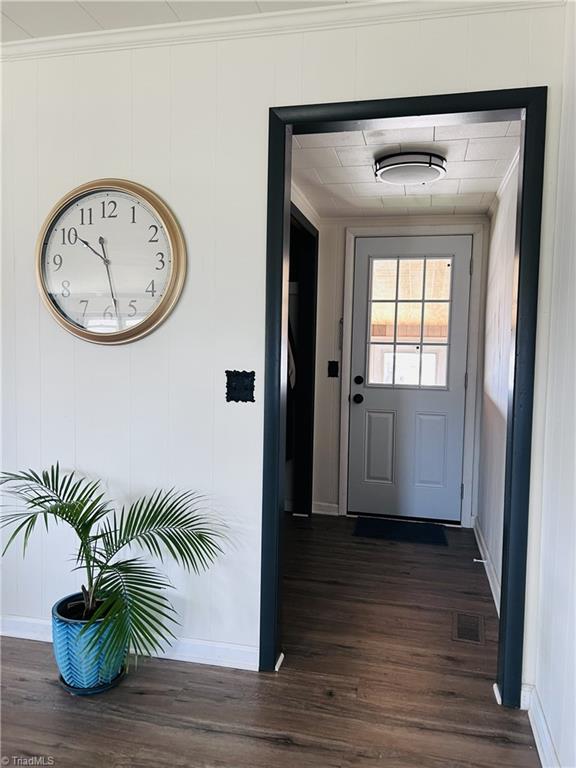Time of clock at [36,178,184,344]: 10:28
